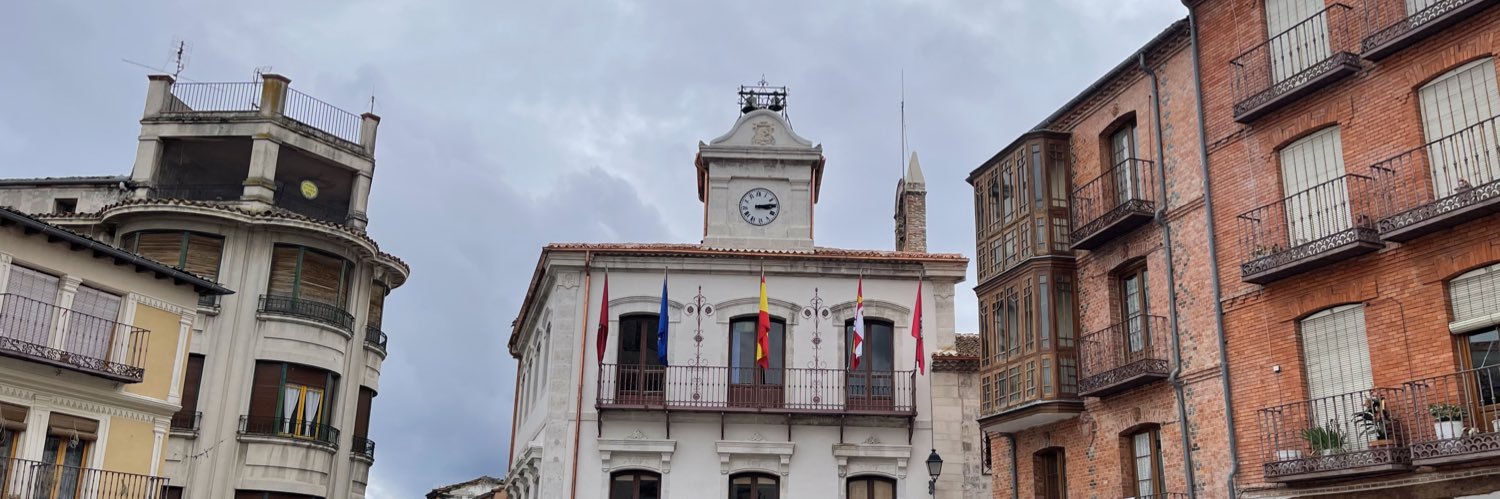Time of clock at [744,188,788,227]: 3:14
